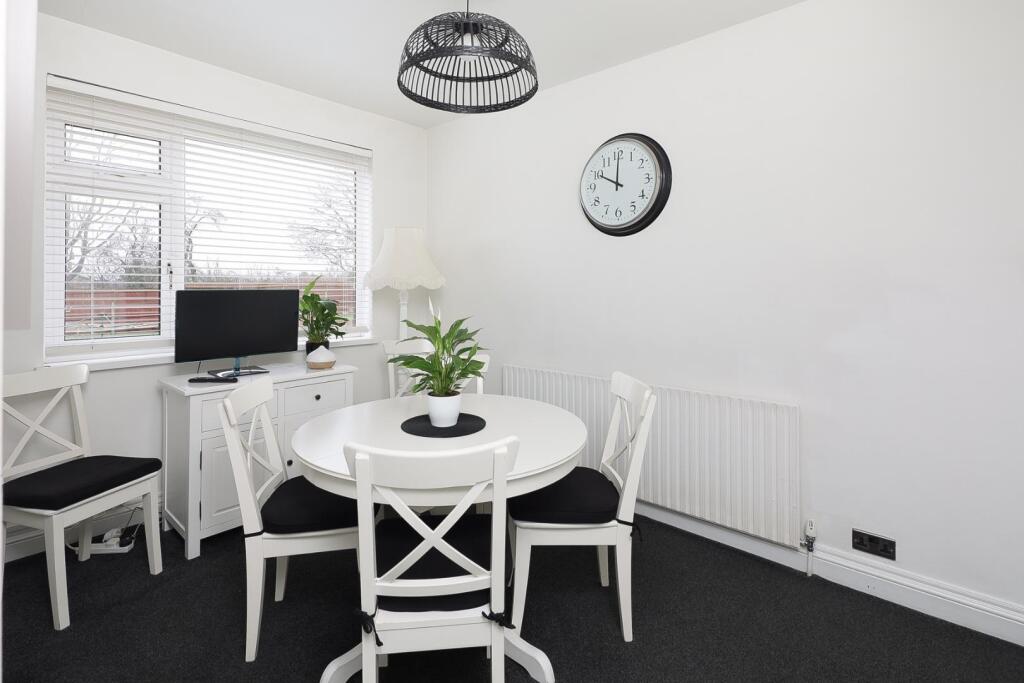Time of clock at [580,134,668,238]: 10:00
